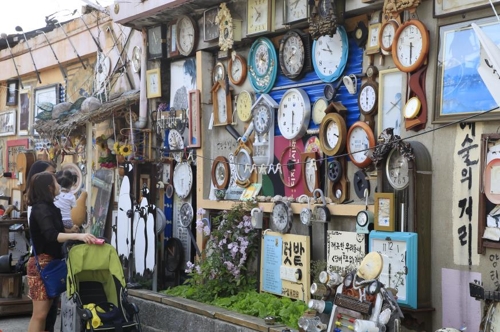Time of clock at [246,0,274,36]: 7:51
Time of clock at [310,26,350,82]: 10:47
